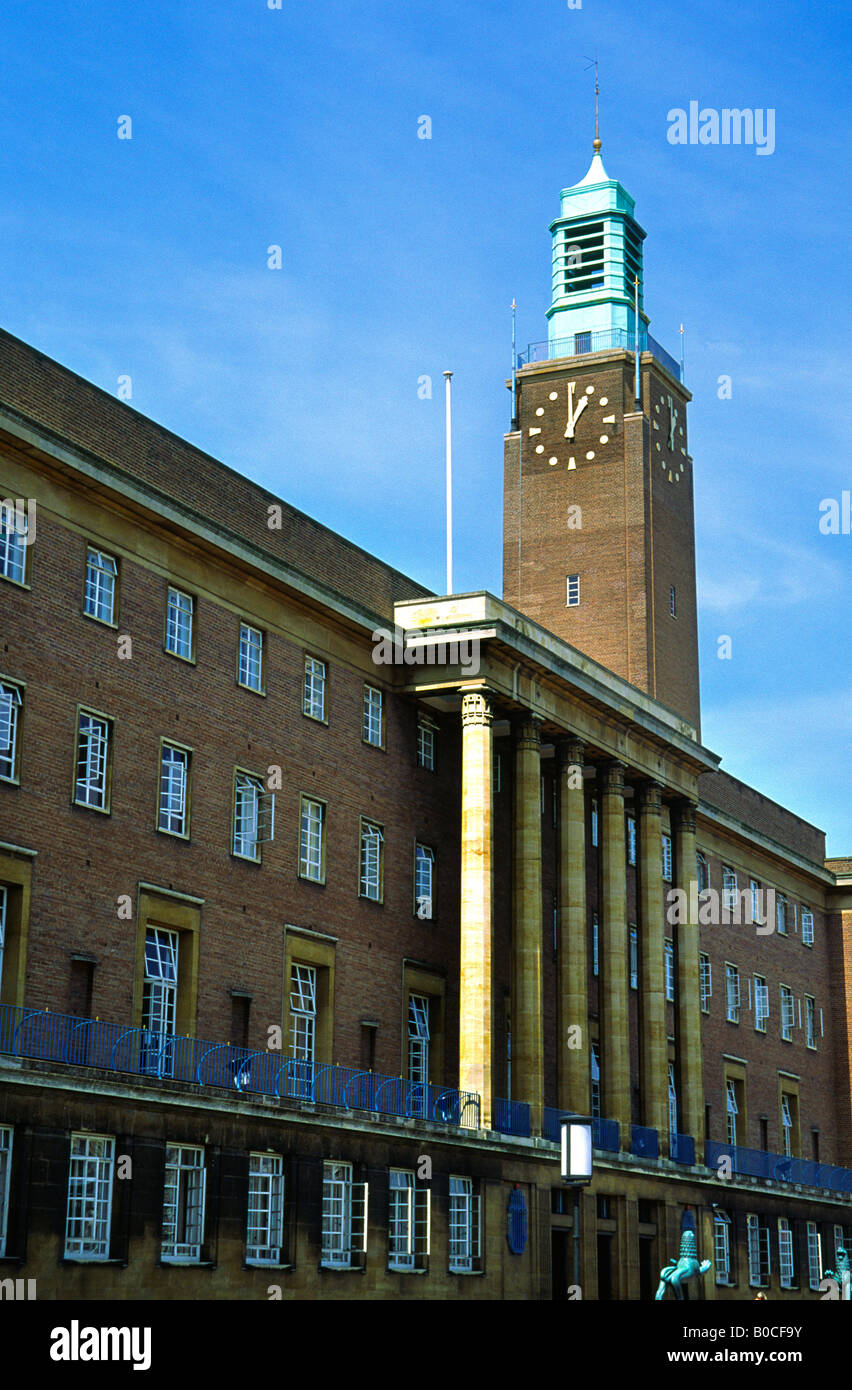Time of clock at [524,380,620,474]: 1:00
